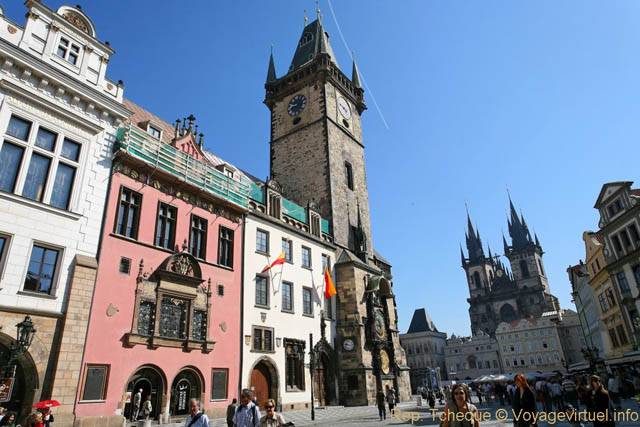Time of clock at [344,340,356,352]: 9:17
